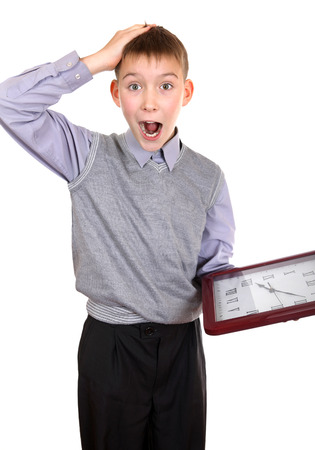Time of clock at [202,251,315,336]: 11:21
